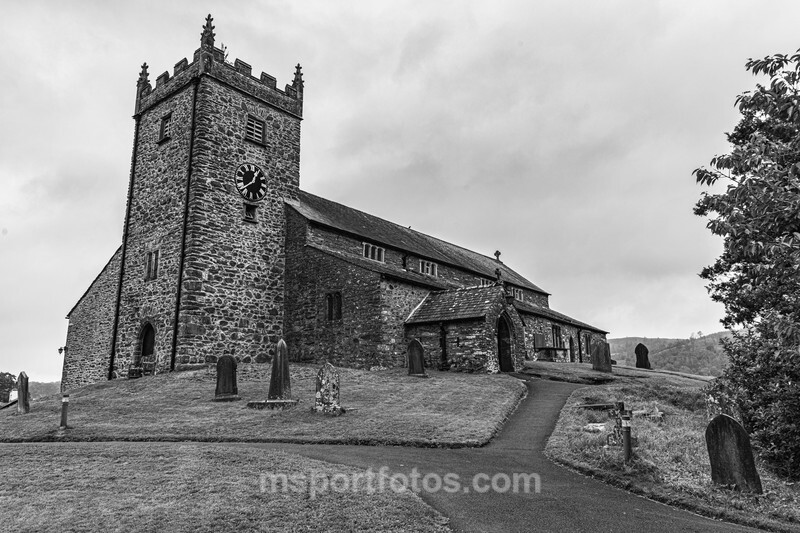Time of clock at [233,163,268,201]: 12:38
